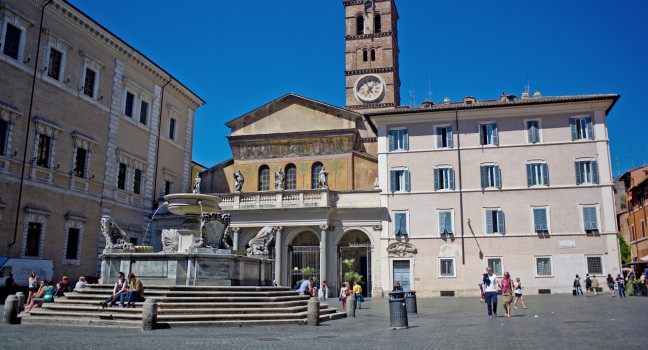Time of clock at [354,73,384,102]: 6:55
